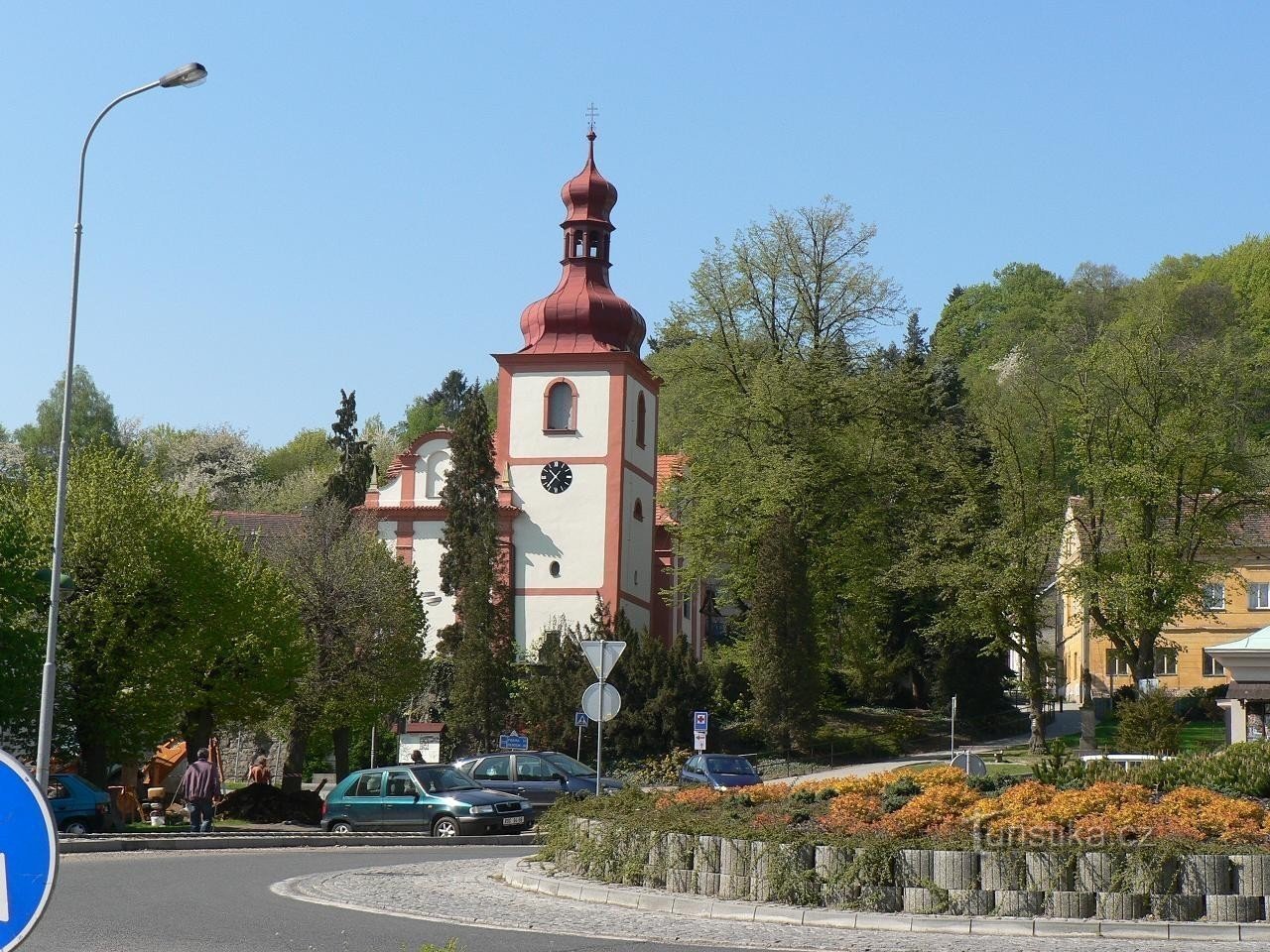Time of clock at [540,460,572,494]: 10:36
